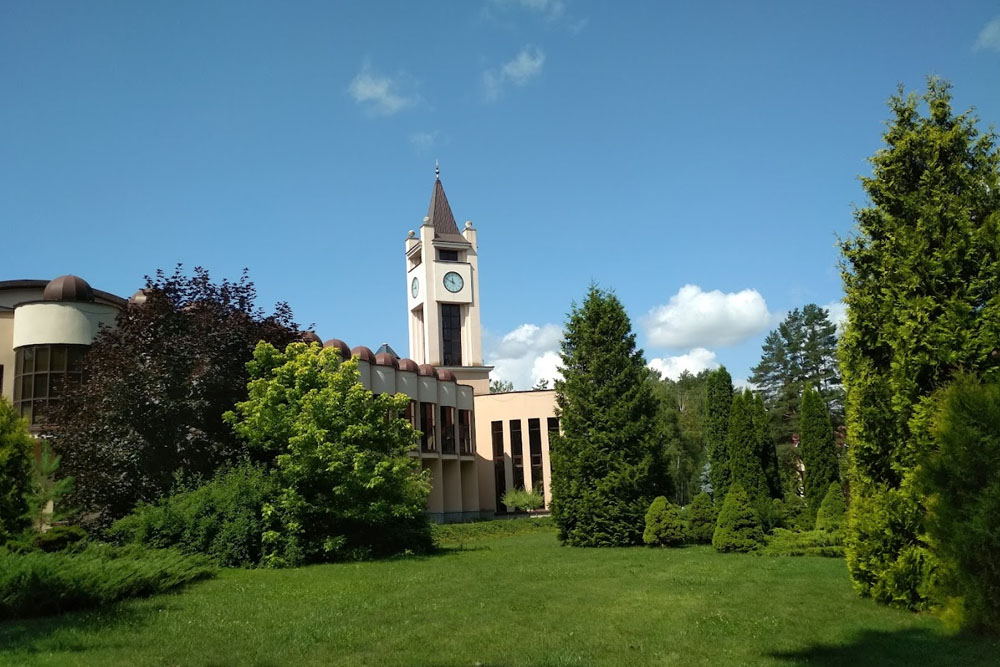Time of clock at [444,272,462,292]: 11:49
